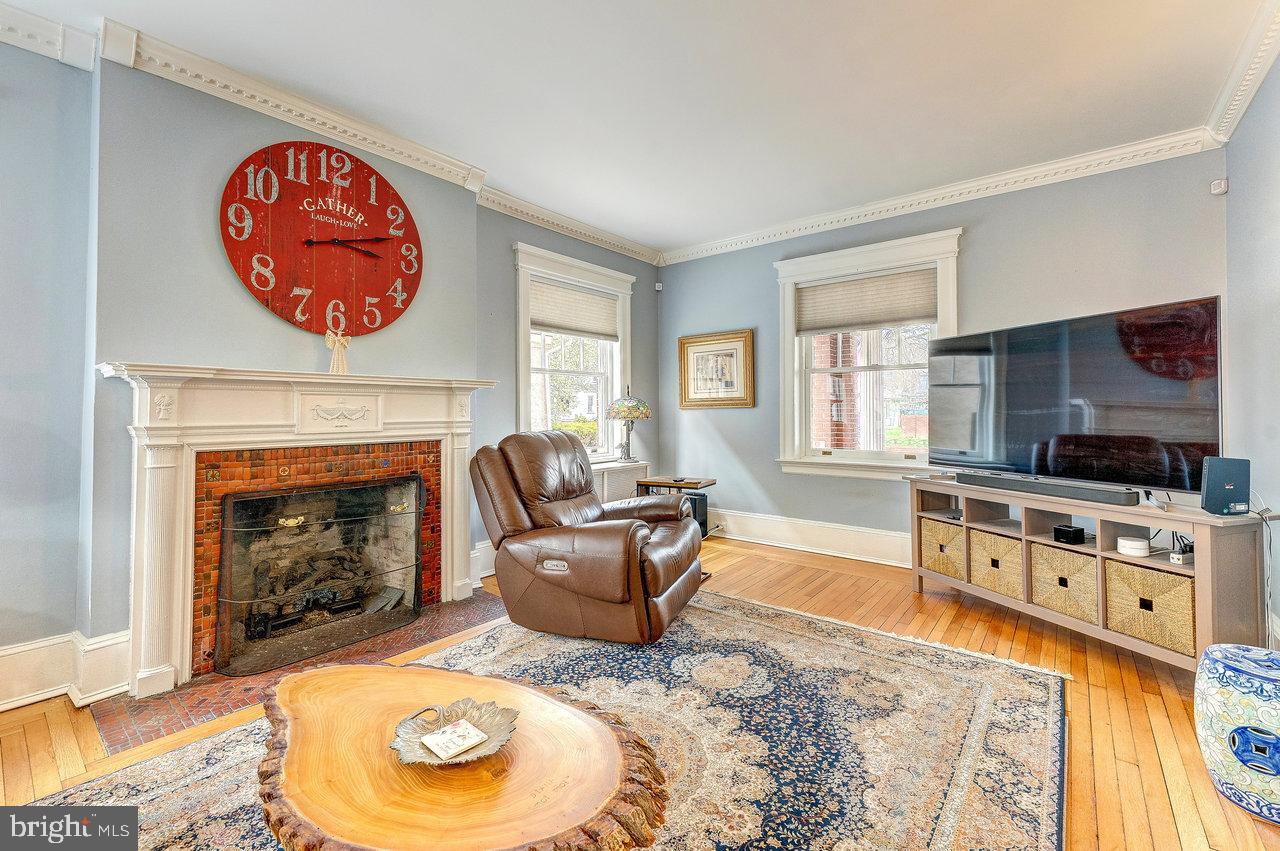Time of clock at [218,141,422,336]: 3:12
